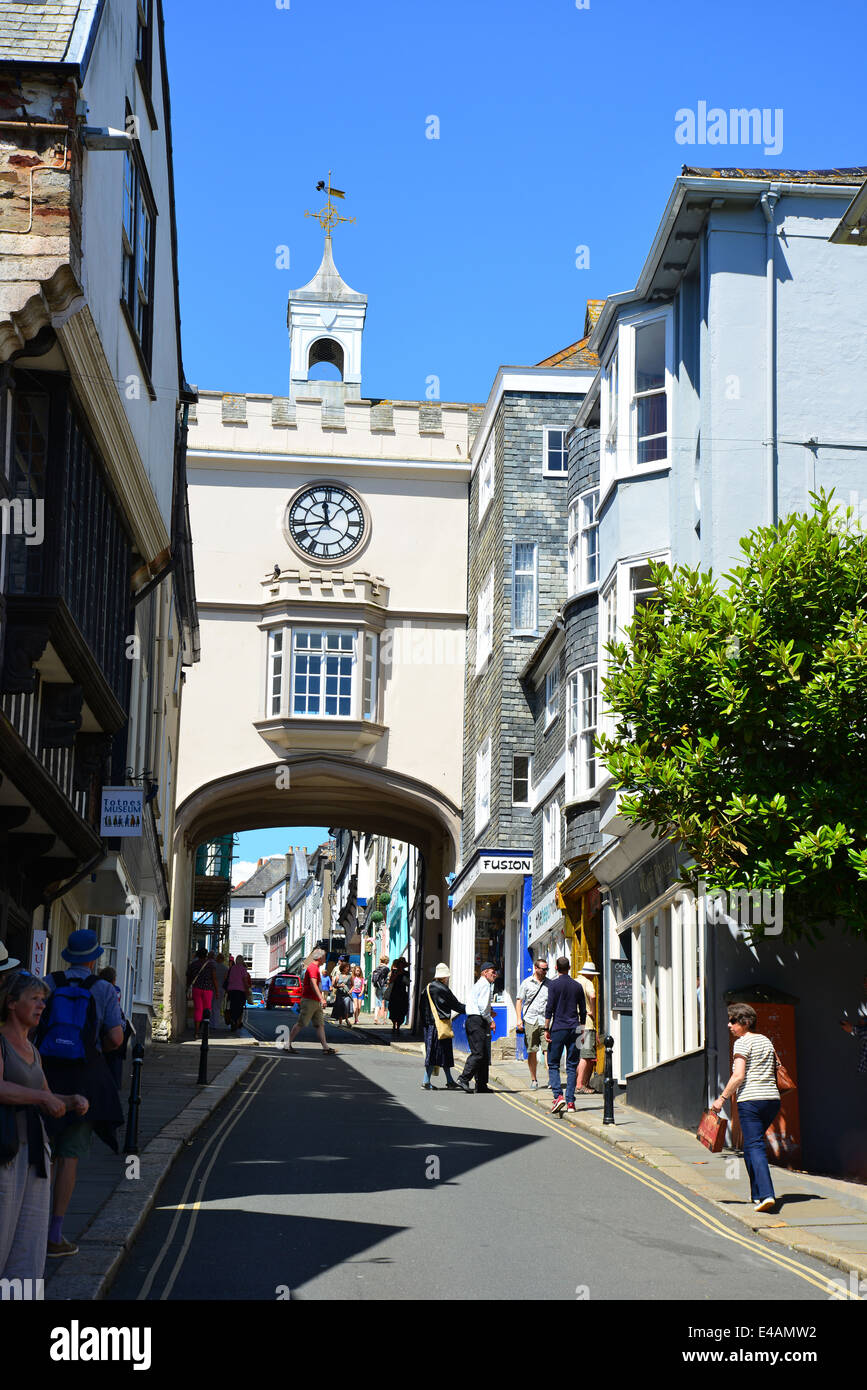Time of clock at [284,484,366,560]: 11:43
